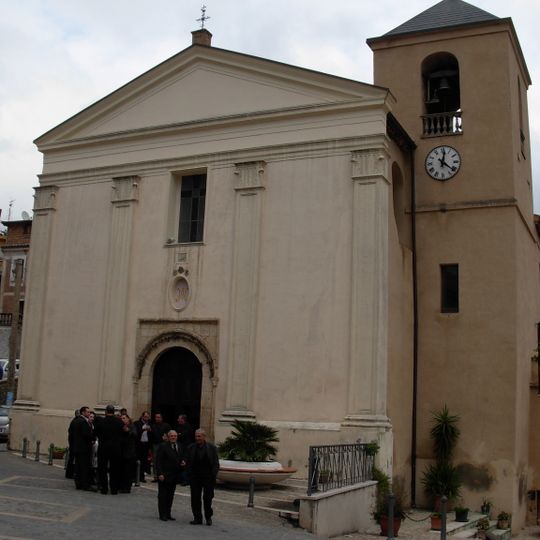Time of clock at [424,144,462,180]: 12:21
